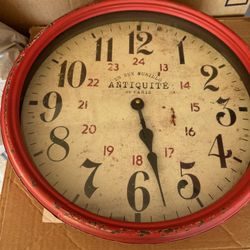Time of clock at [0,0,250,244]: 5:27
